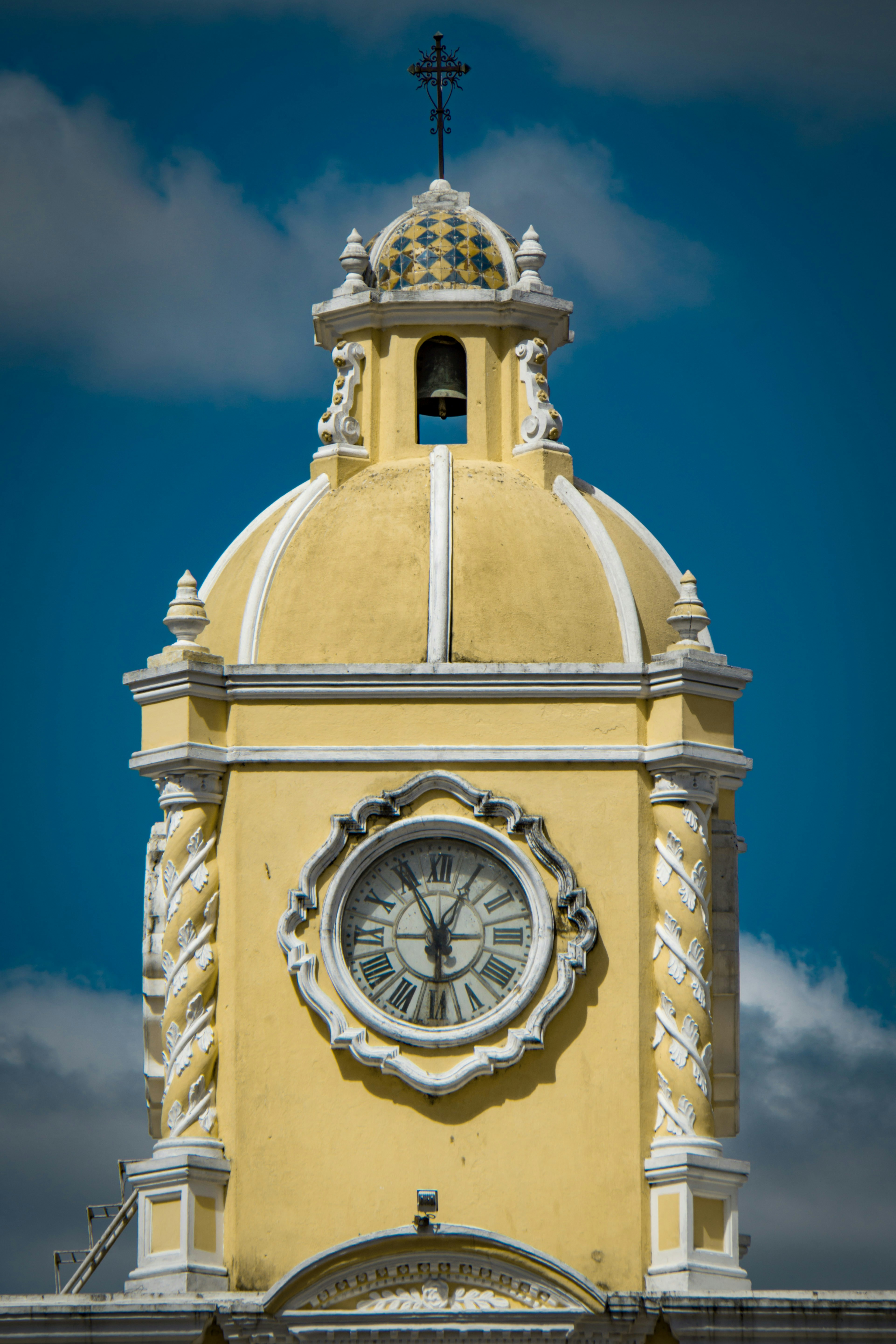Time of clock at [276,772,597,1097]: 5:55
